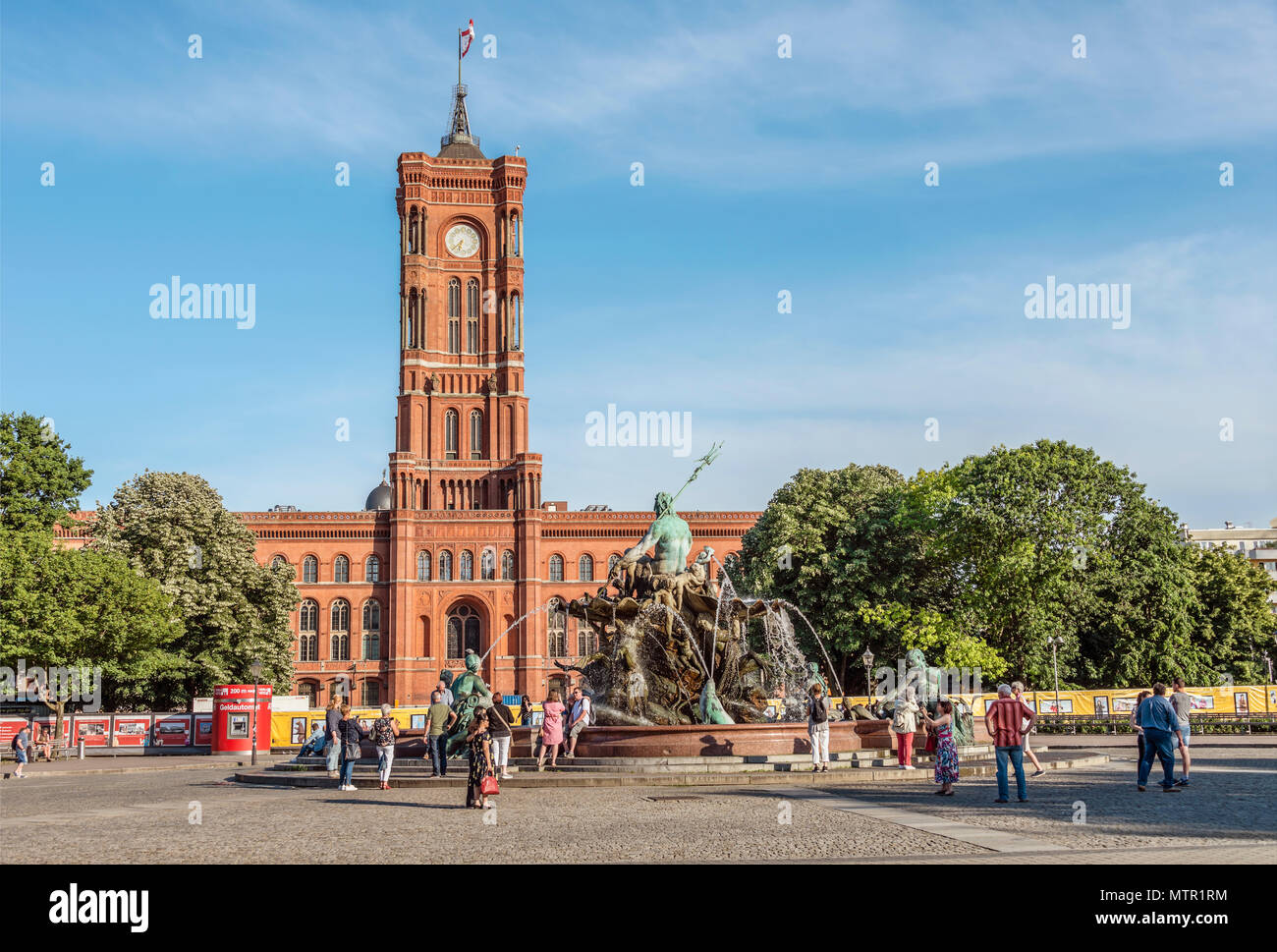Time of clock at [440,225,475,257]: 6:37
